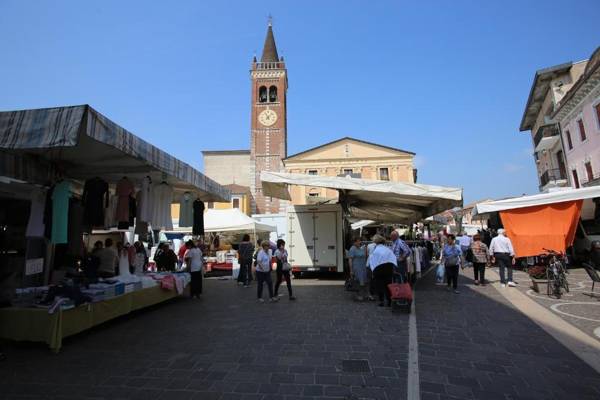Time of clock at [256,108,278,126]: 11:07
